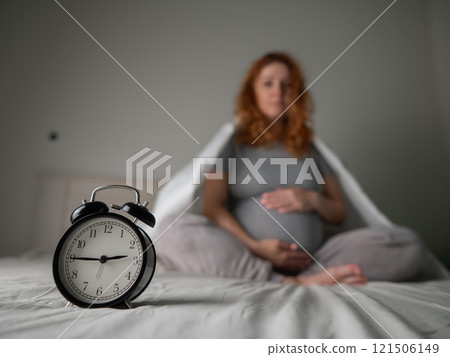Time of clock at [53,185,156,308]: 2:45
